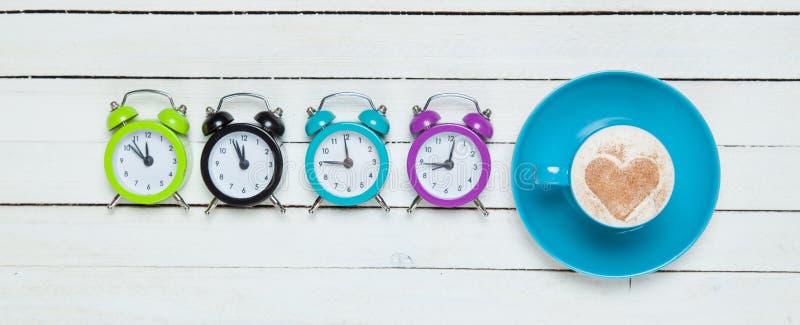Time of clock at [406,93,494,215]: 9:01
